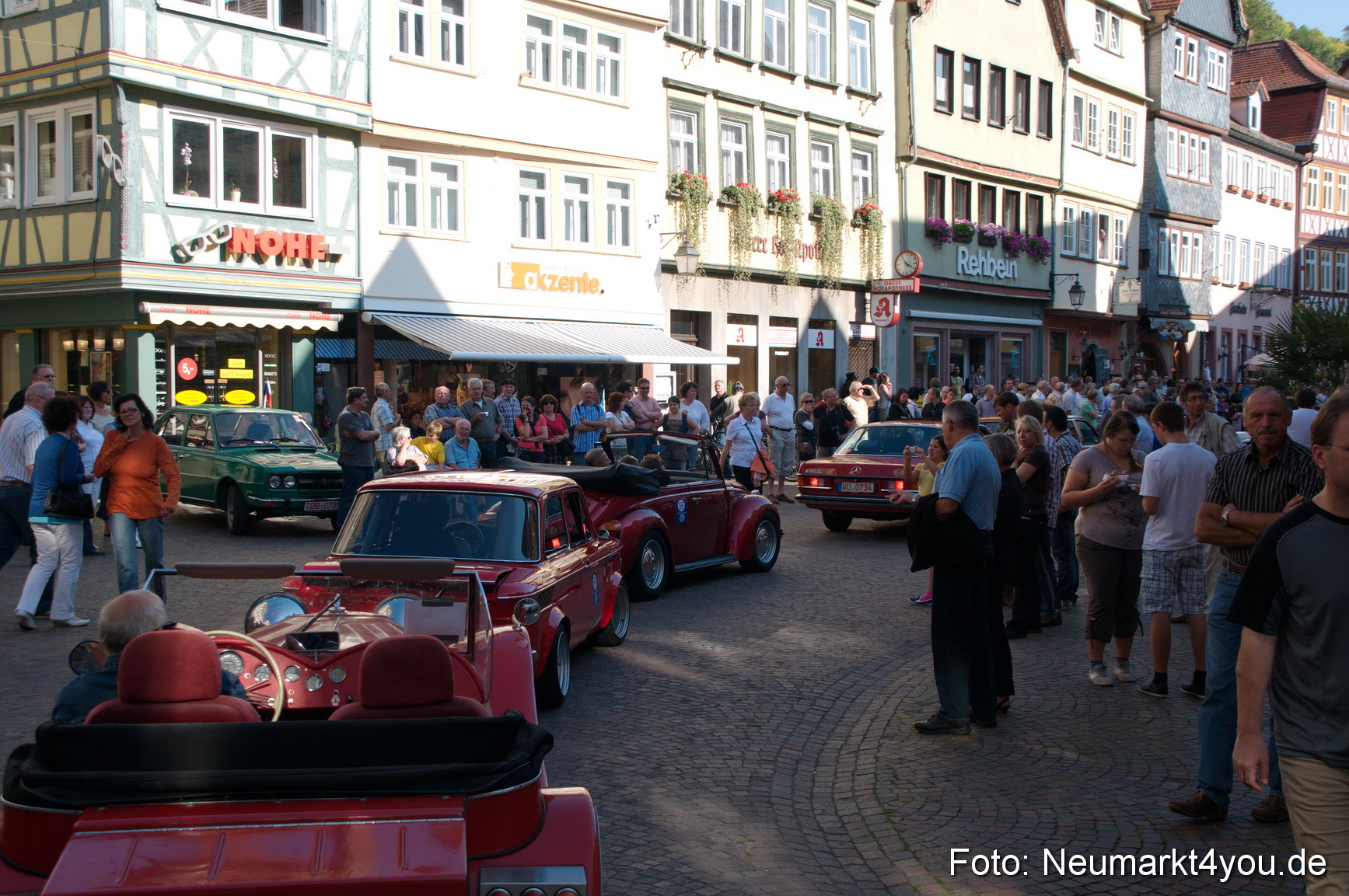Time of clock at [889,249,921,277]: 3:53
